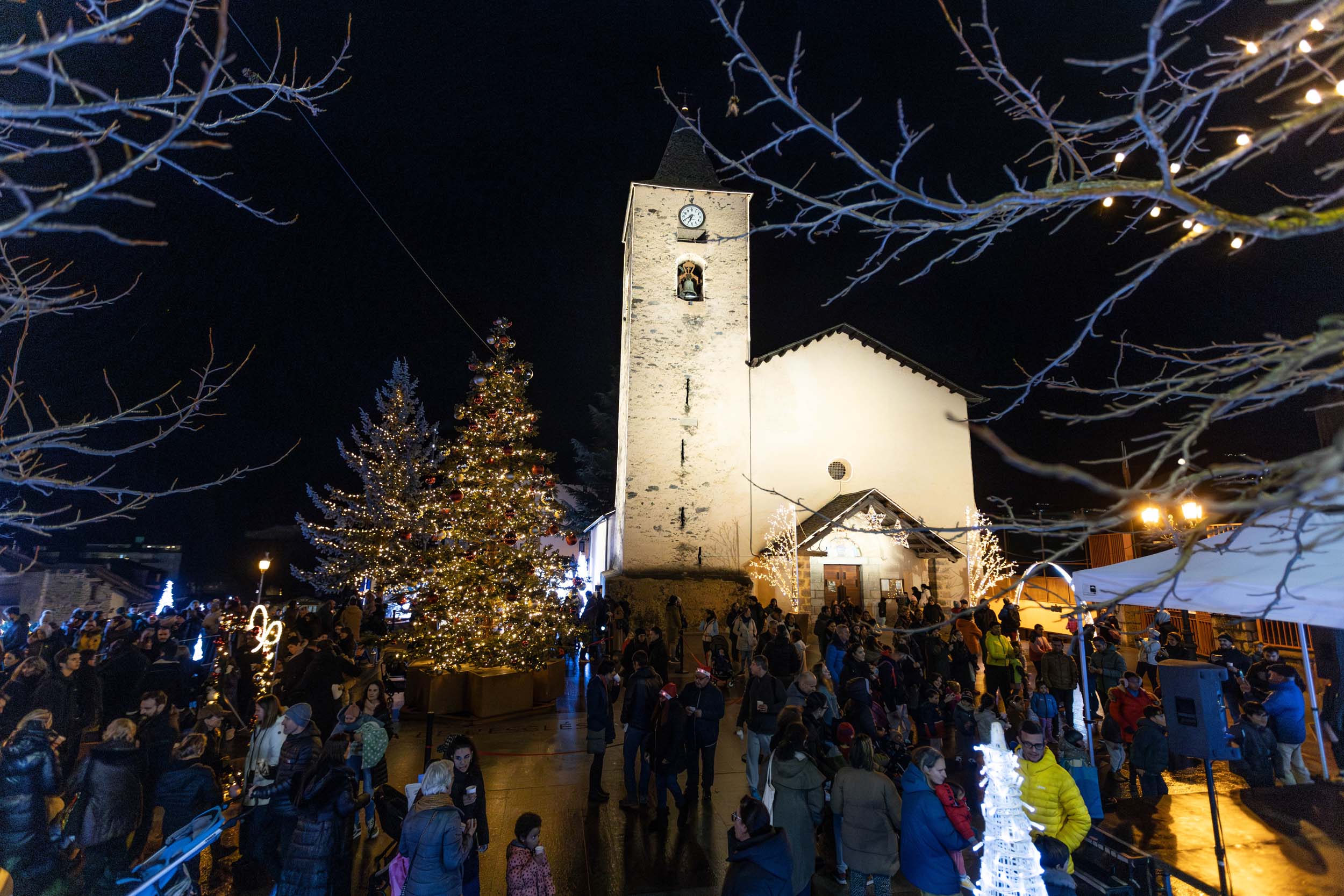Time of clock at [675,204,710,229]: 6:40
